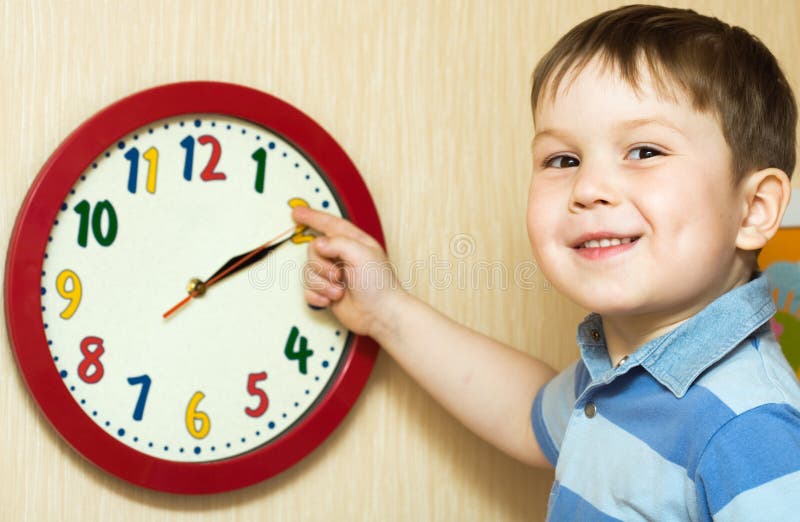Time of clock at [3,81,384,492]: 2:11
